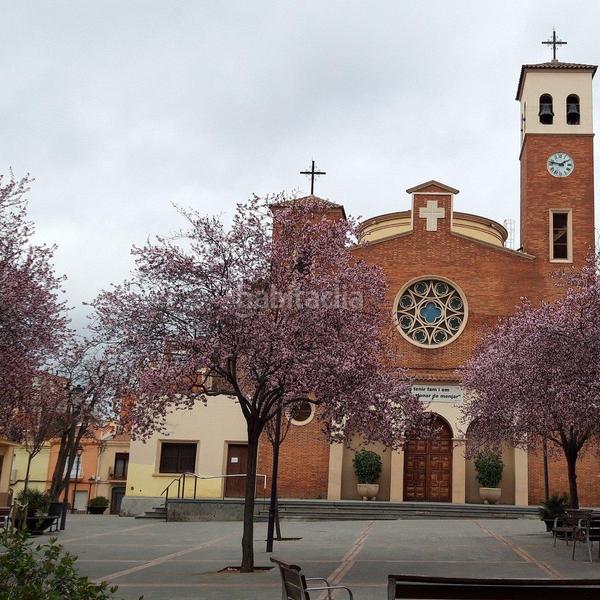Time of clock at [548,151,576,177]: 1:46
